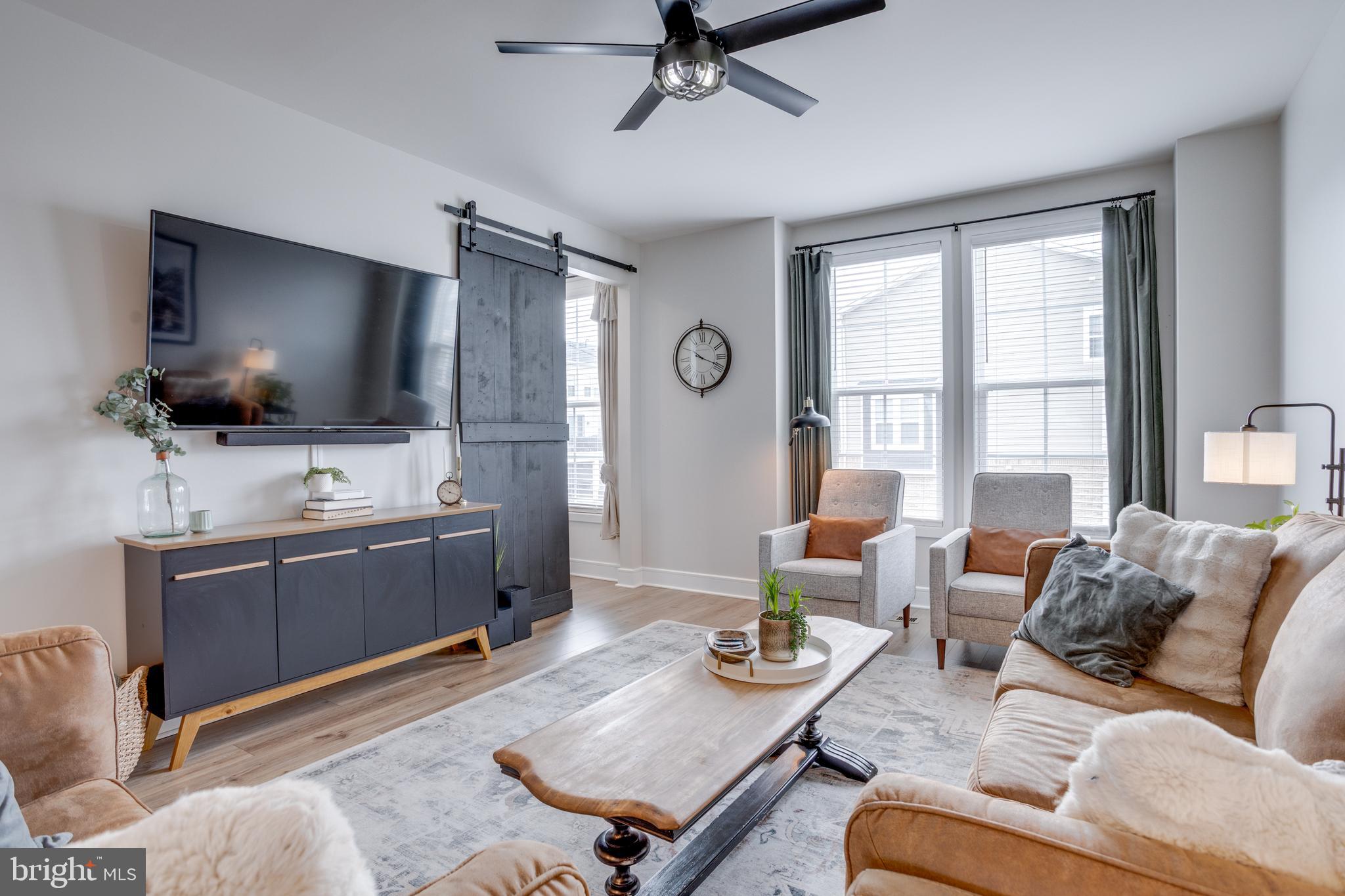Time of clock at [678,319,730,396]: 10:18
